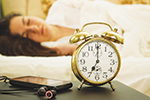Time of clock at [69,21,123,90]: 7:00
